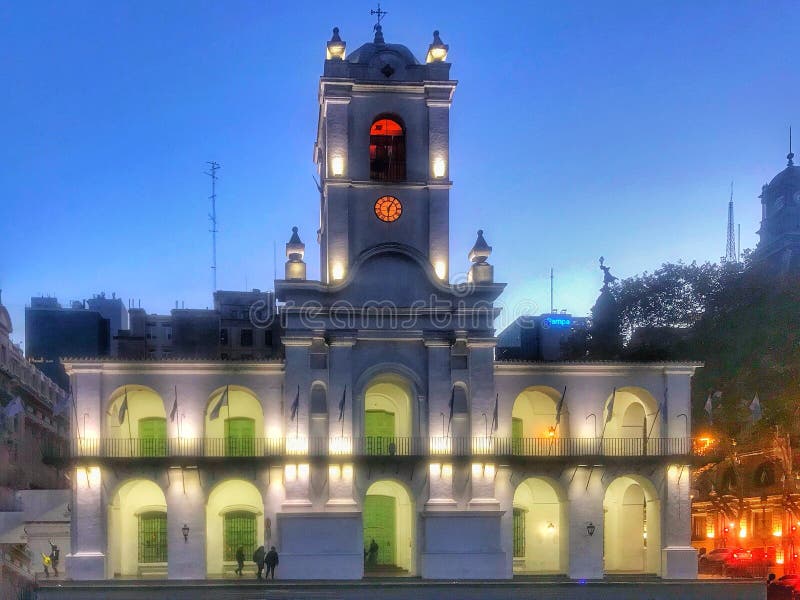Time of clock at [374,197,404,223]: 6:05
